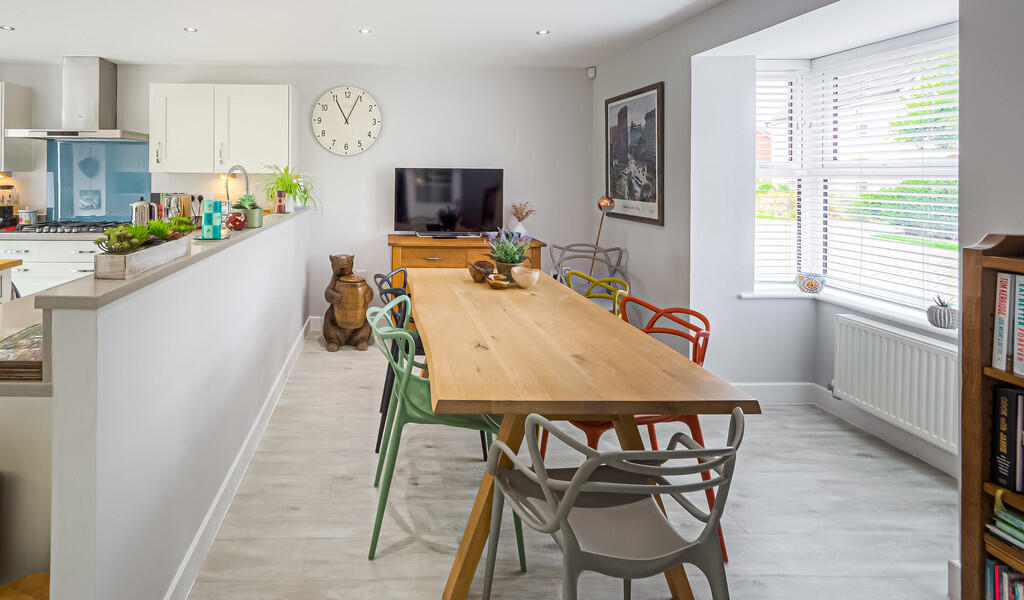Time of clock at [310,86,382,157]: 11:04
